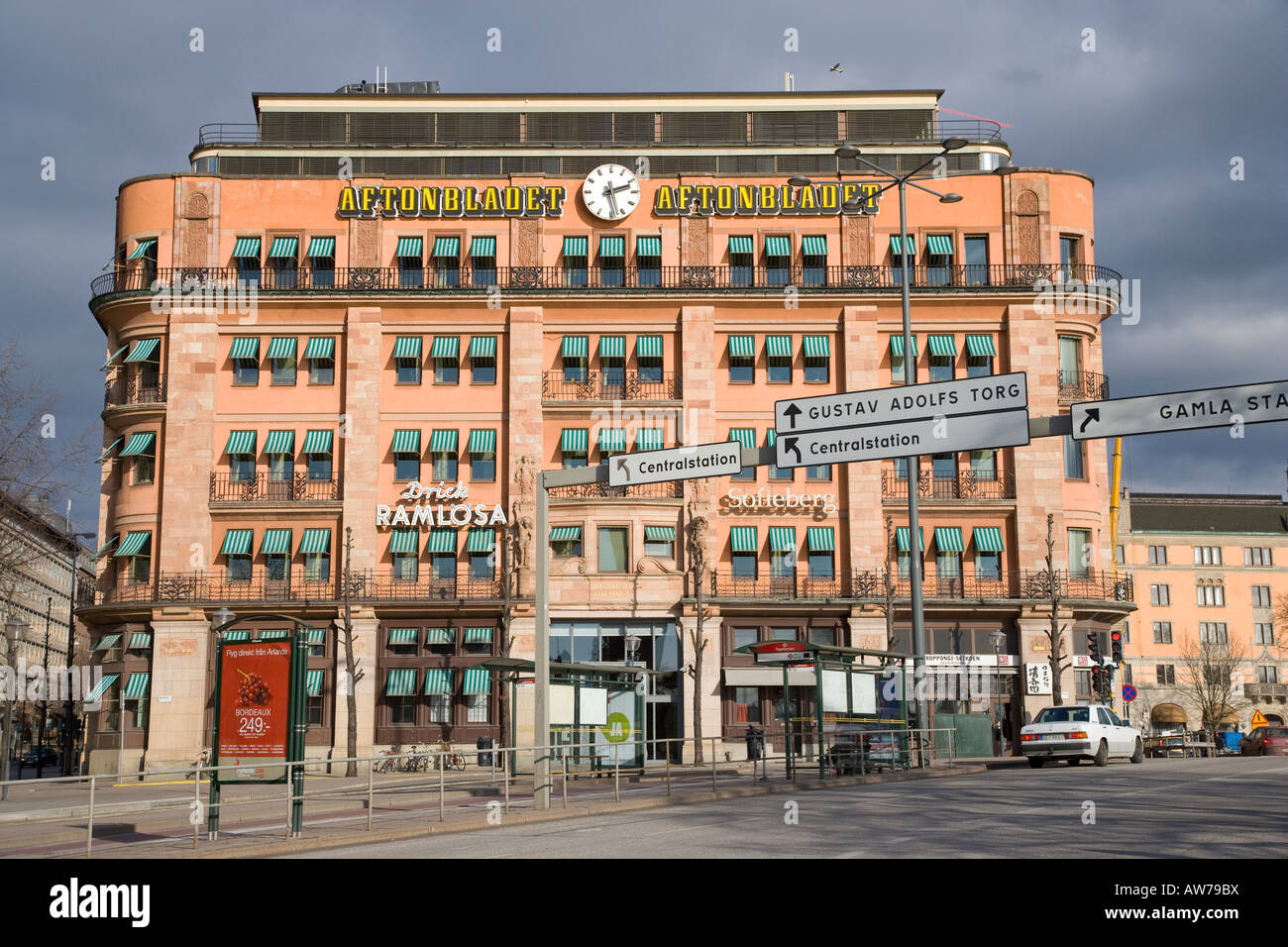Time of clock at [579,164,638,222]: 2:27
